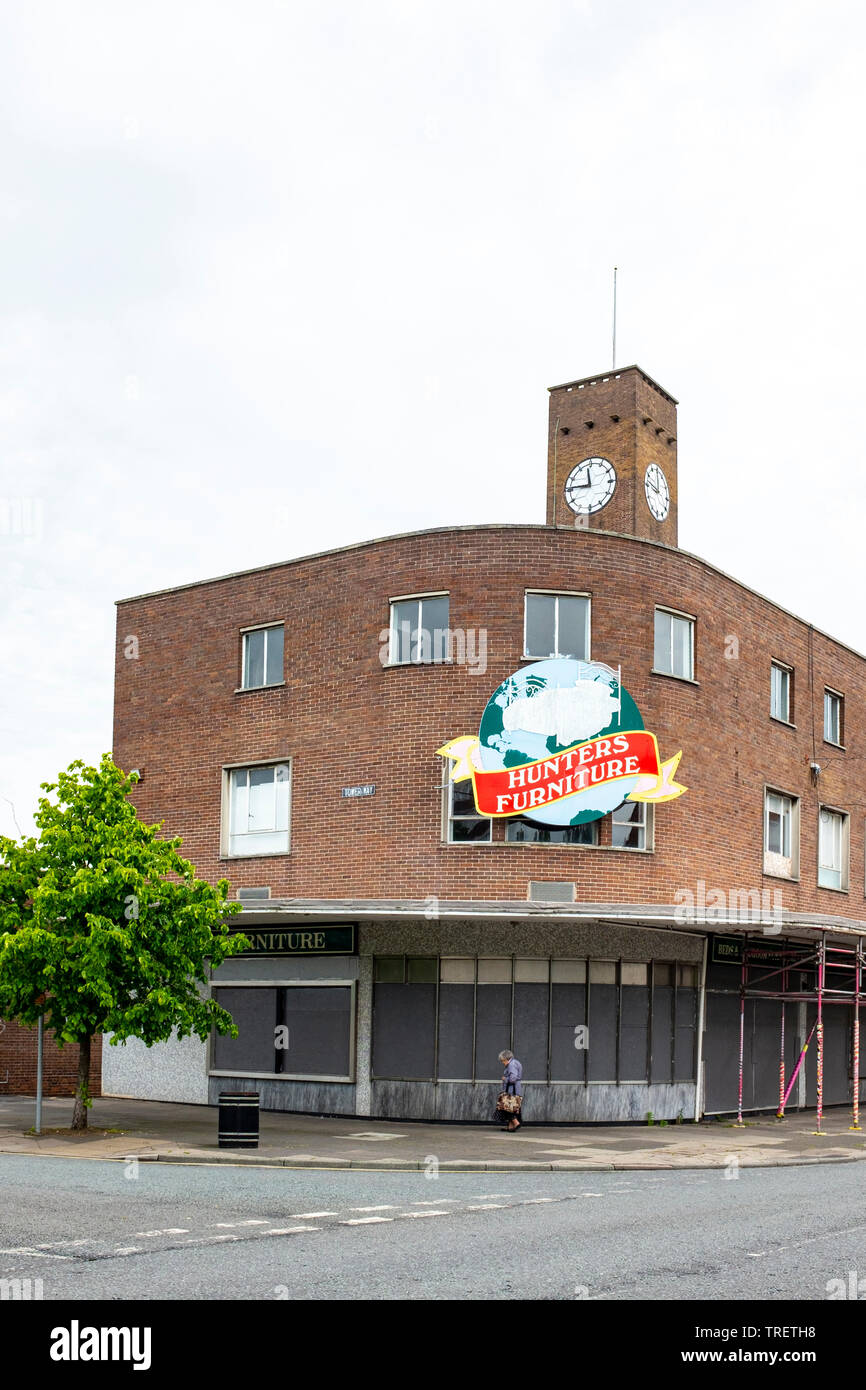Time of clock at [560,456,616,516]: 11:46
